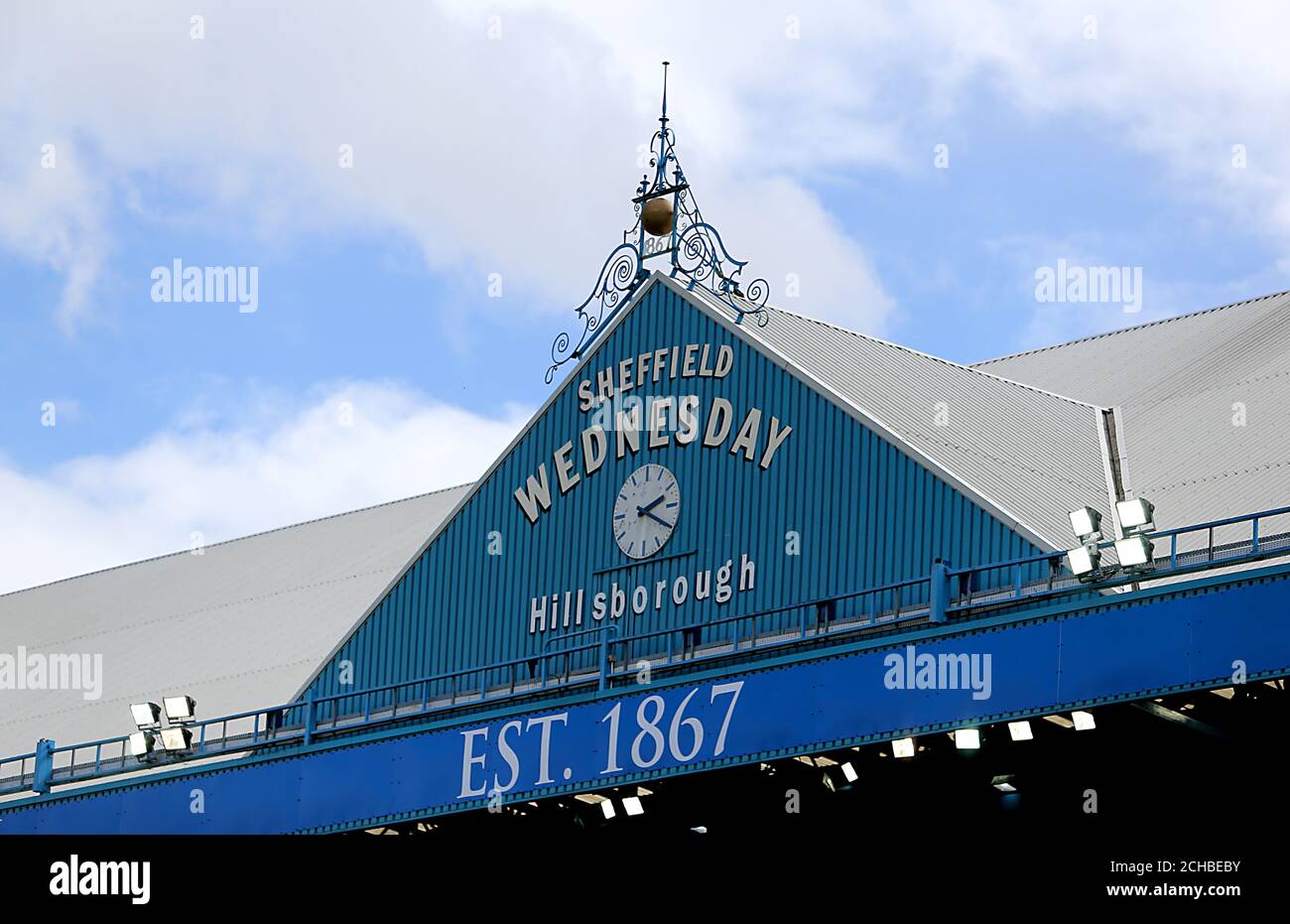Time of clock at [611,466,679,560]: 2:19
